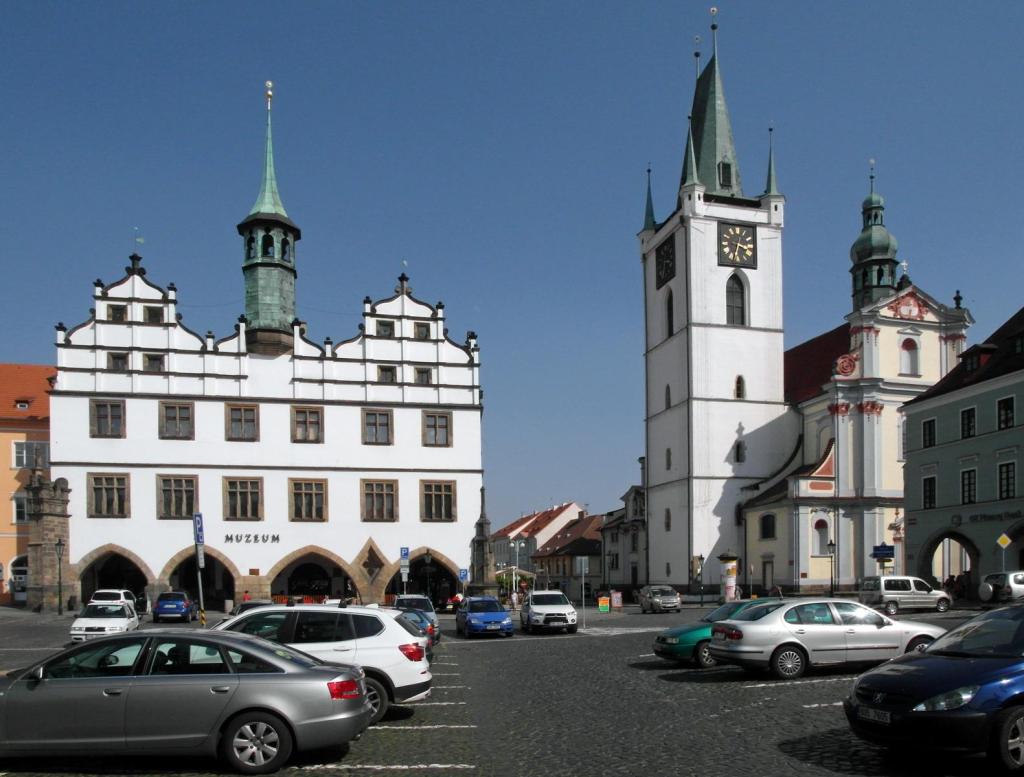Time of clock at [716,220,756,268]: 3:33
